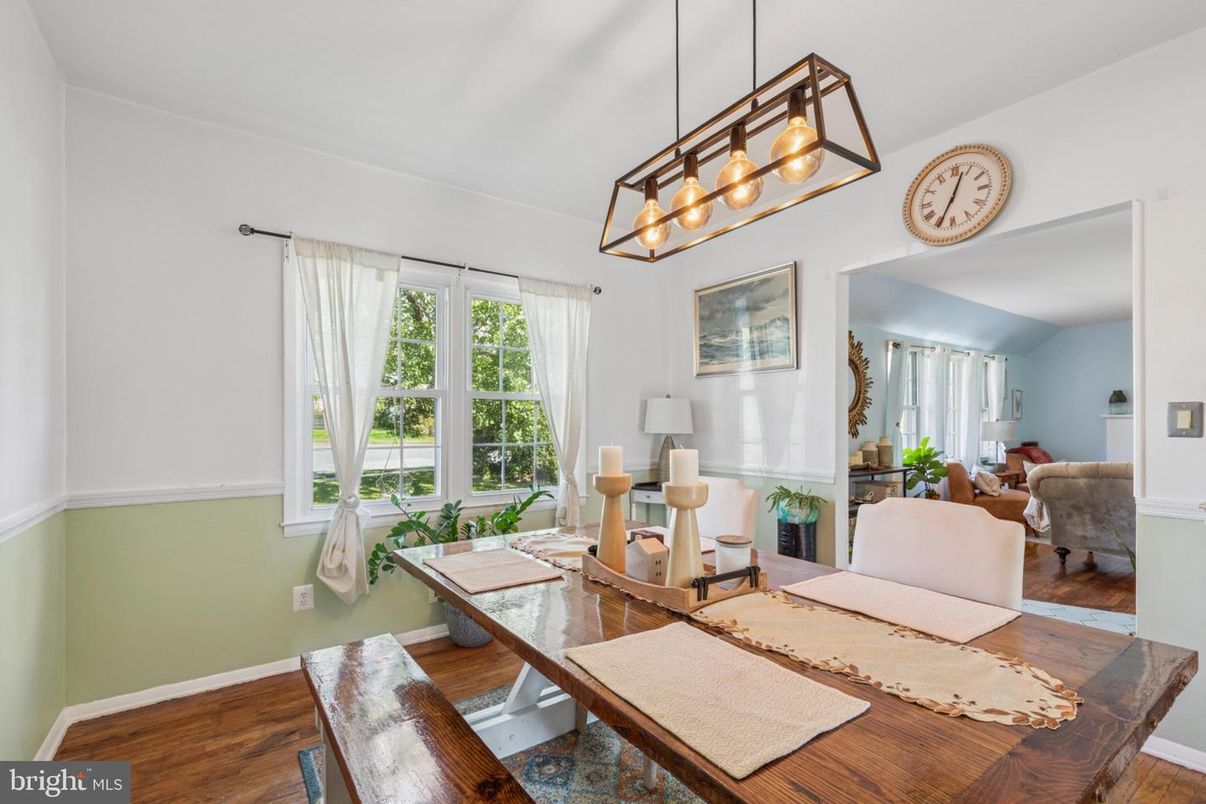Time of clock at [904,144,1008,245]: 12:34
